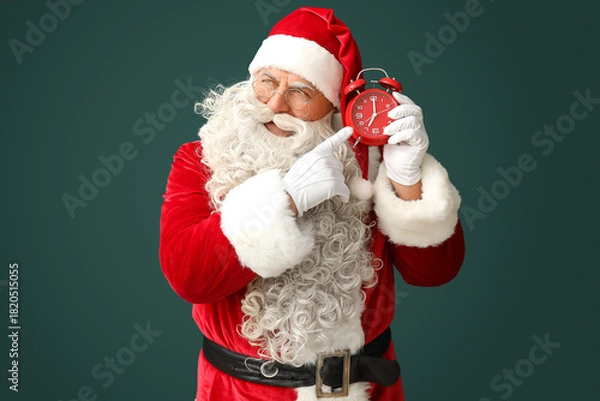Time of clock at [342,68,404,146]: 7:00
